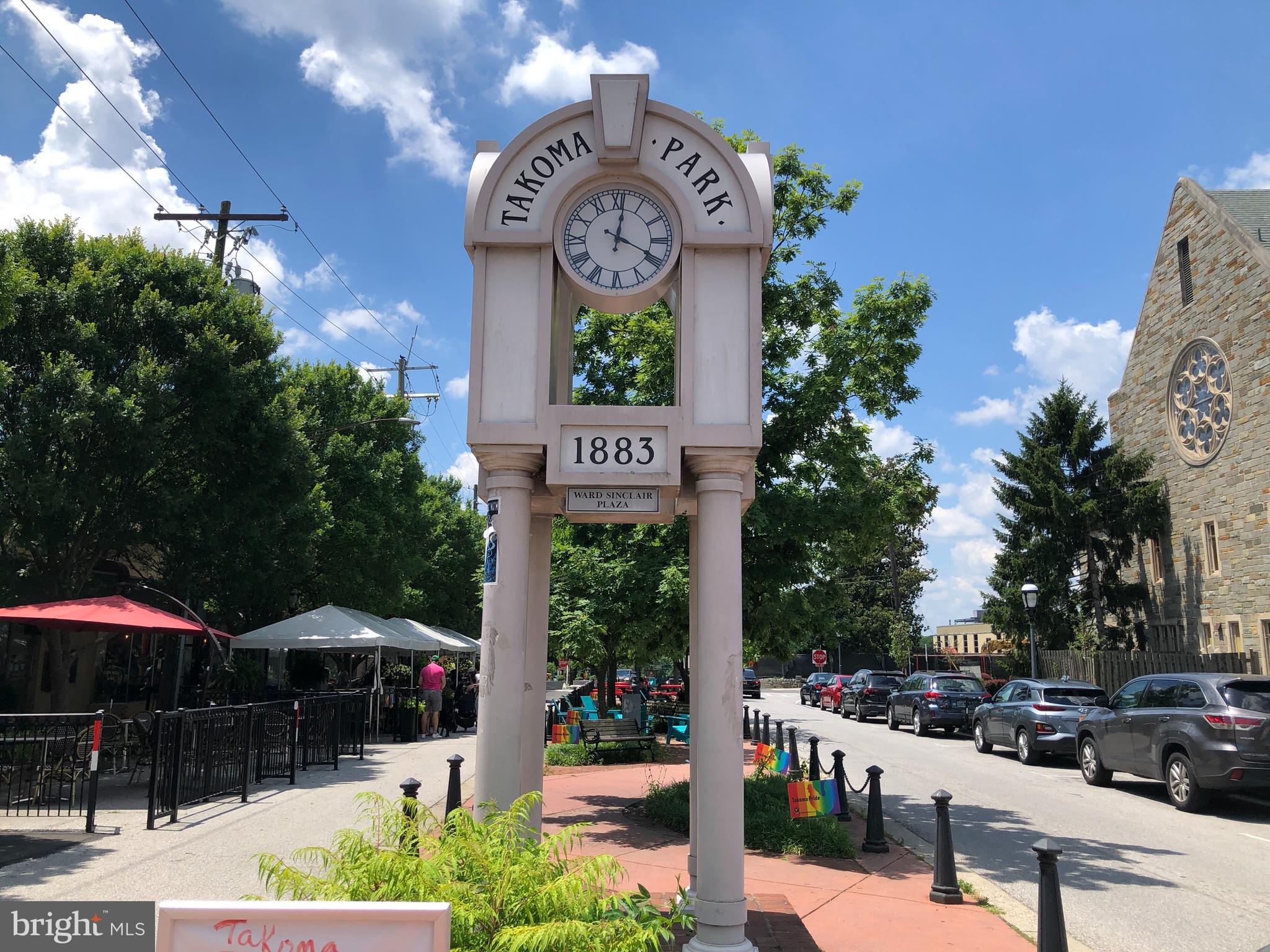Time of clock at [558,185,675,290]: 12:19
